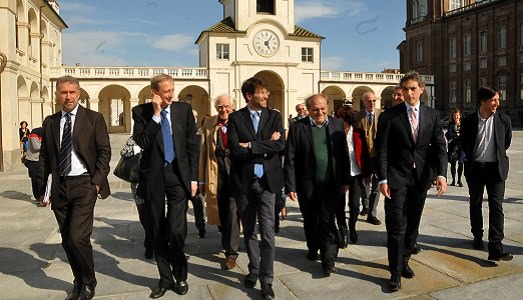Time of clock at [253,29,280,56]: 5:05
